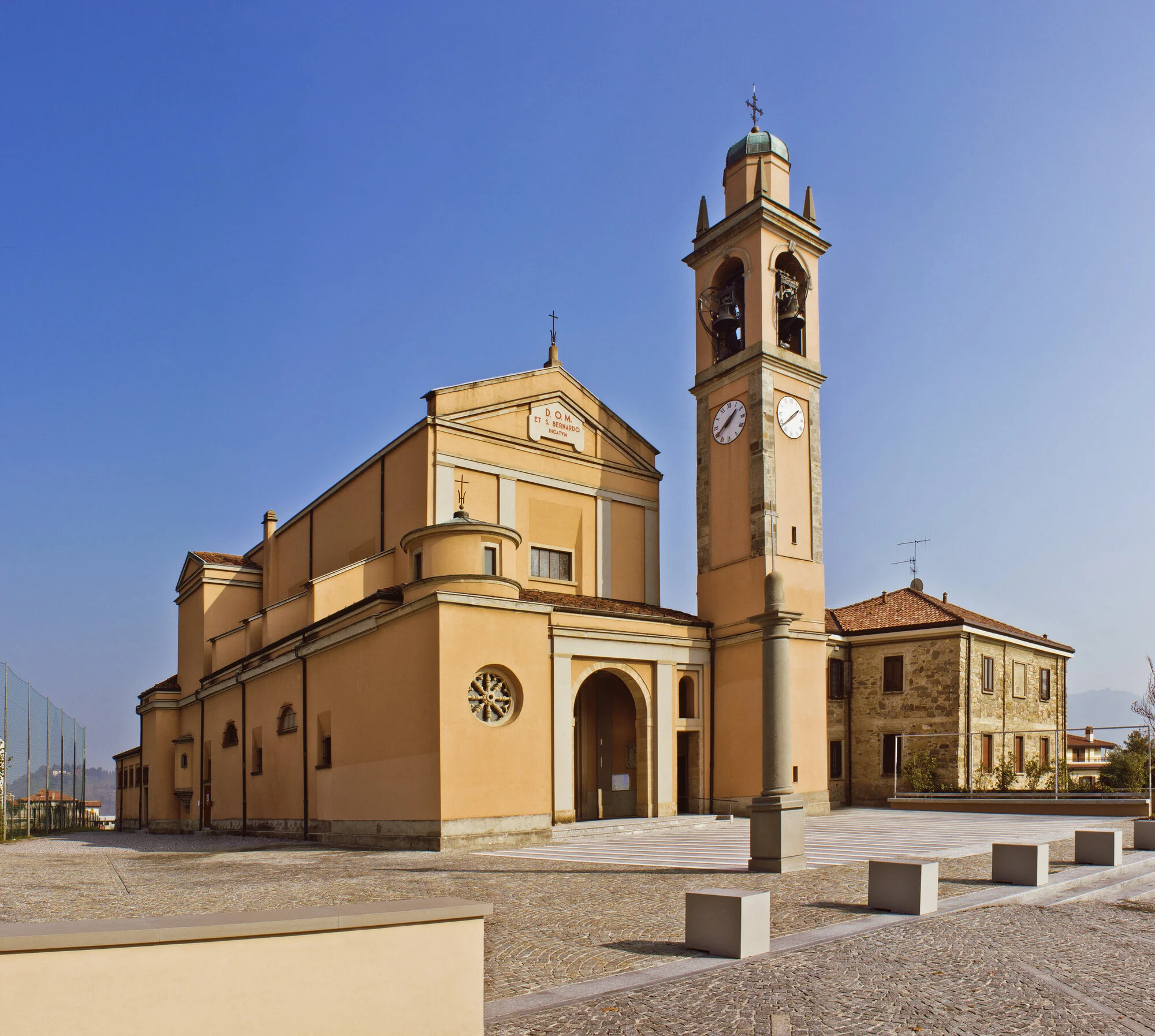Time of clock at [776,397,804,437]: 1:38
